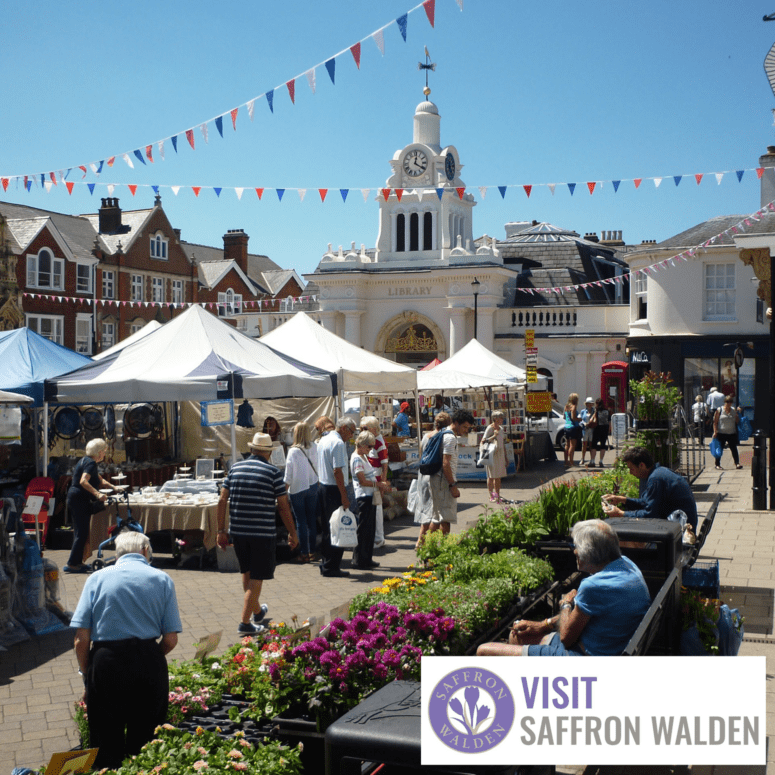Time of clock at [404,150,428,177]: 12:20
